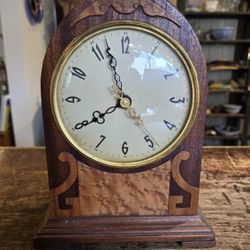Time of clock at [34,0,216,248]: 7:57
